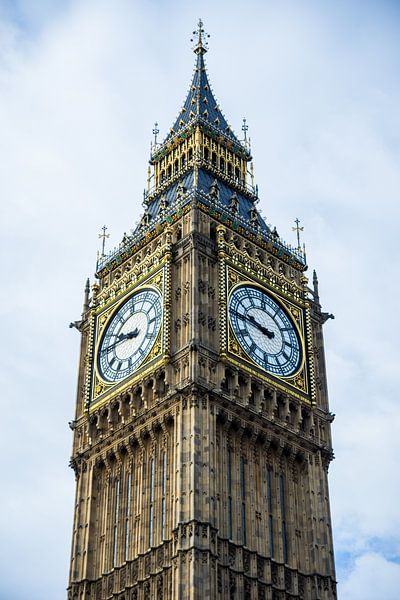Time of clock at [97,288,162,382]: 9:45
